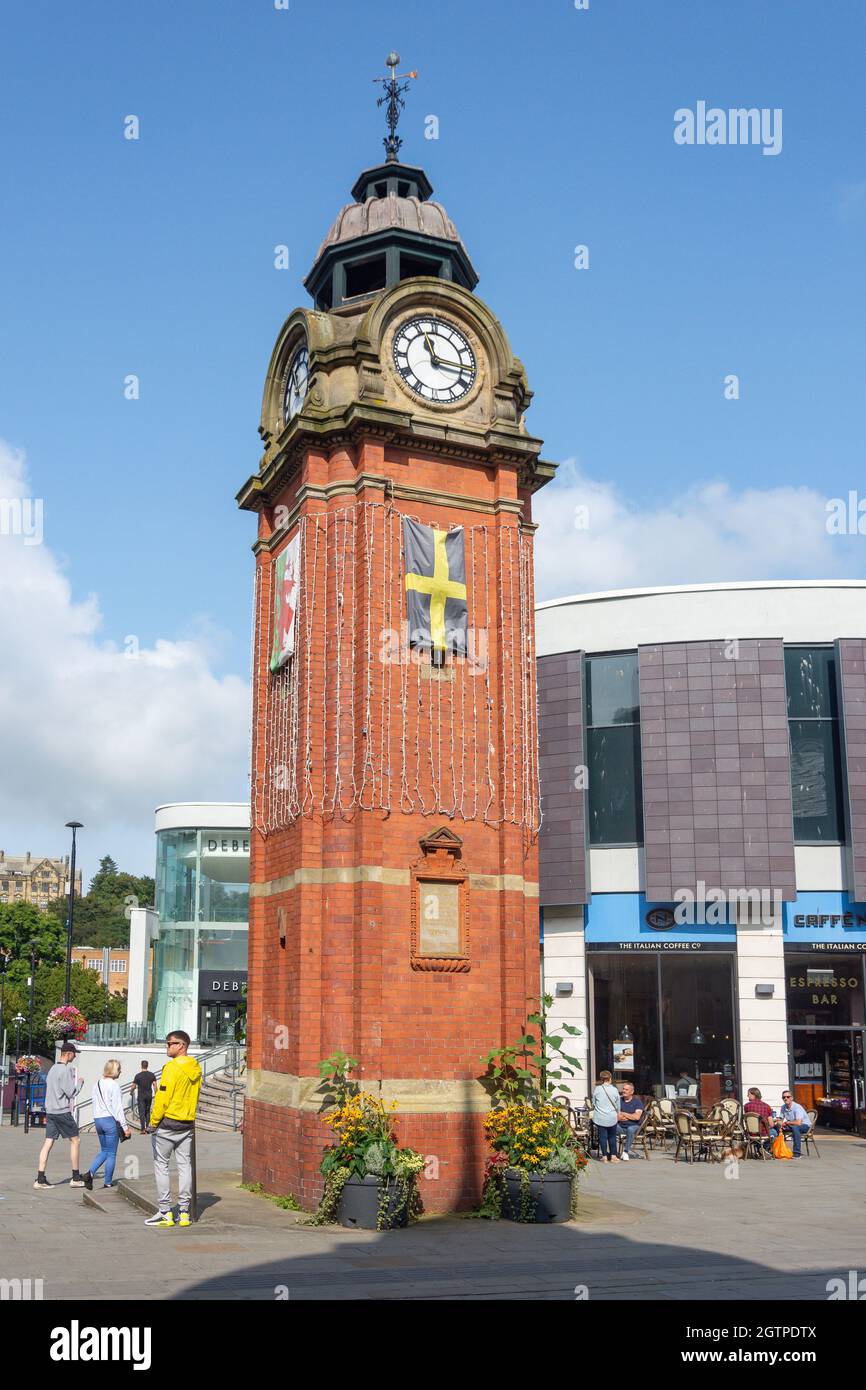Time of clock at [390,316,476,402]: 11:16
